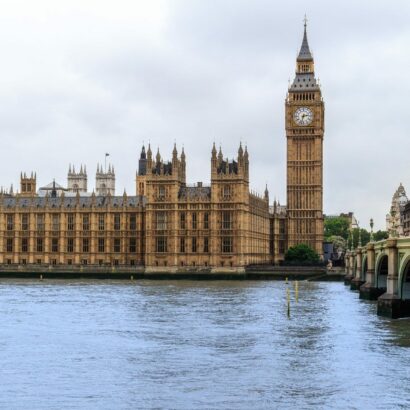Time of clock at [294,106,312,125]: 2:32
